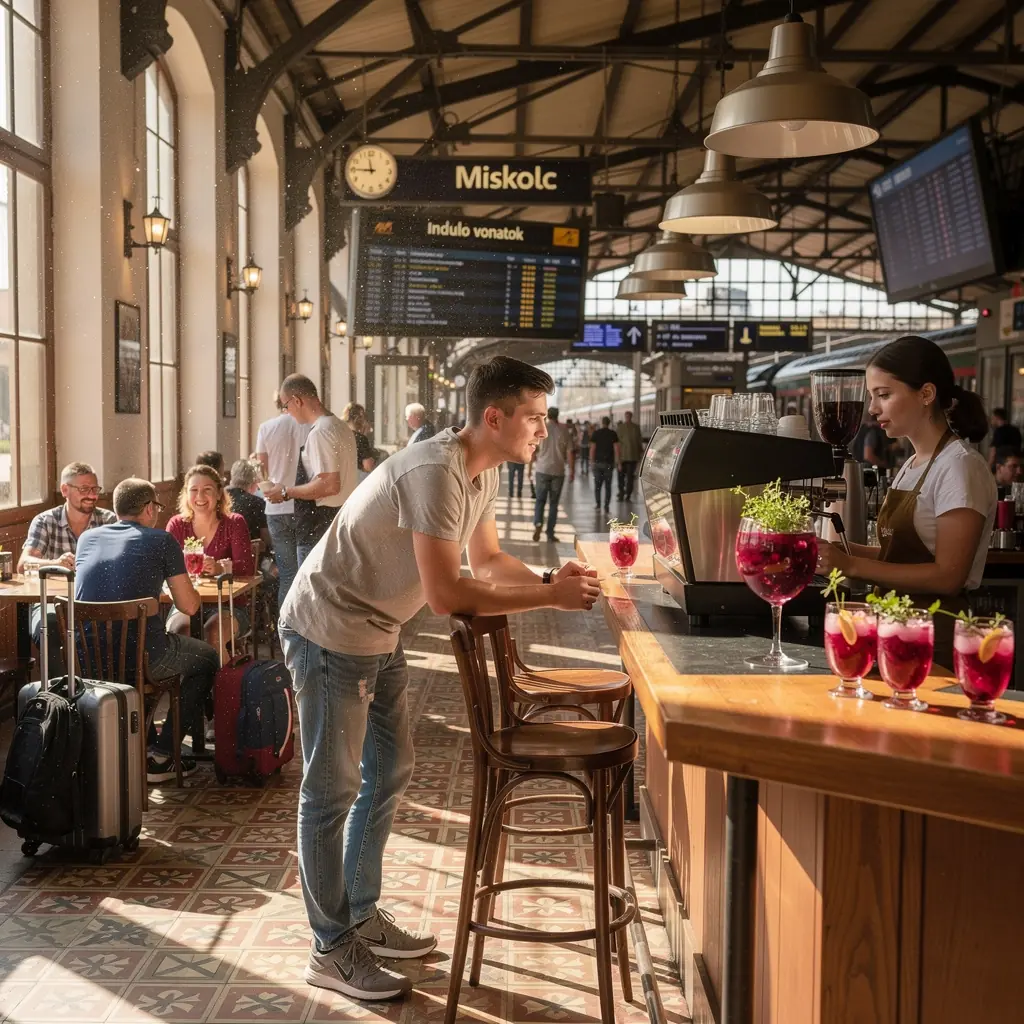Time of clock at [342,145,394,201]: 11:45
